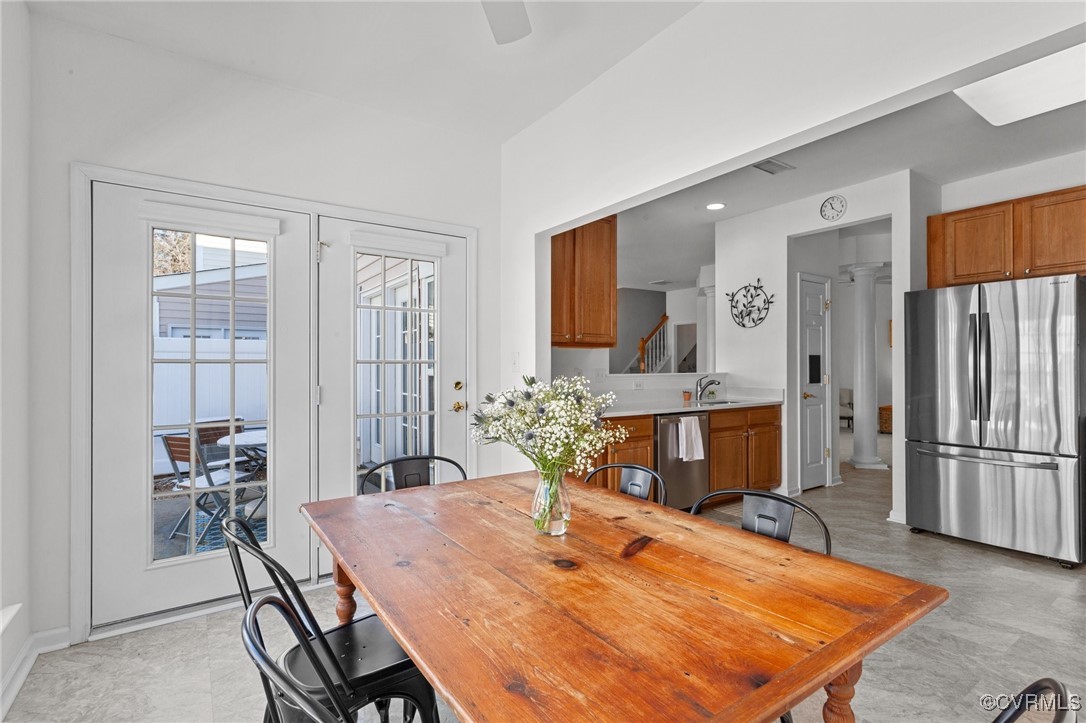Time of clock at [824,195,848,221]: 11:21
